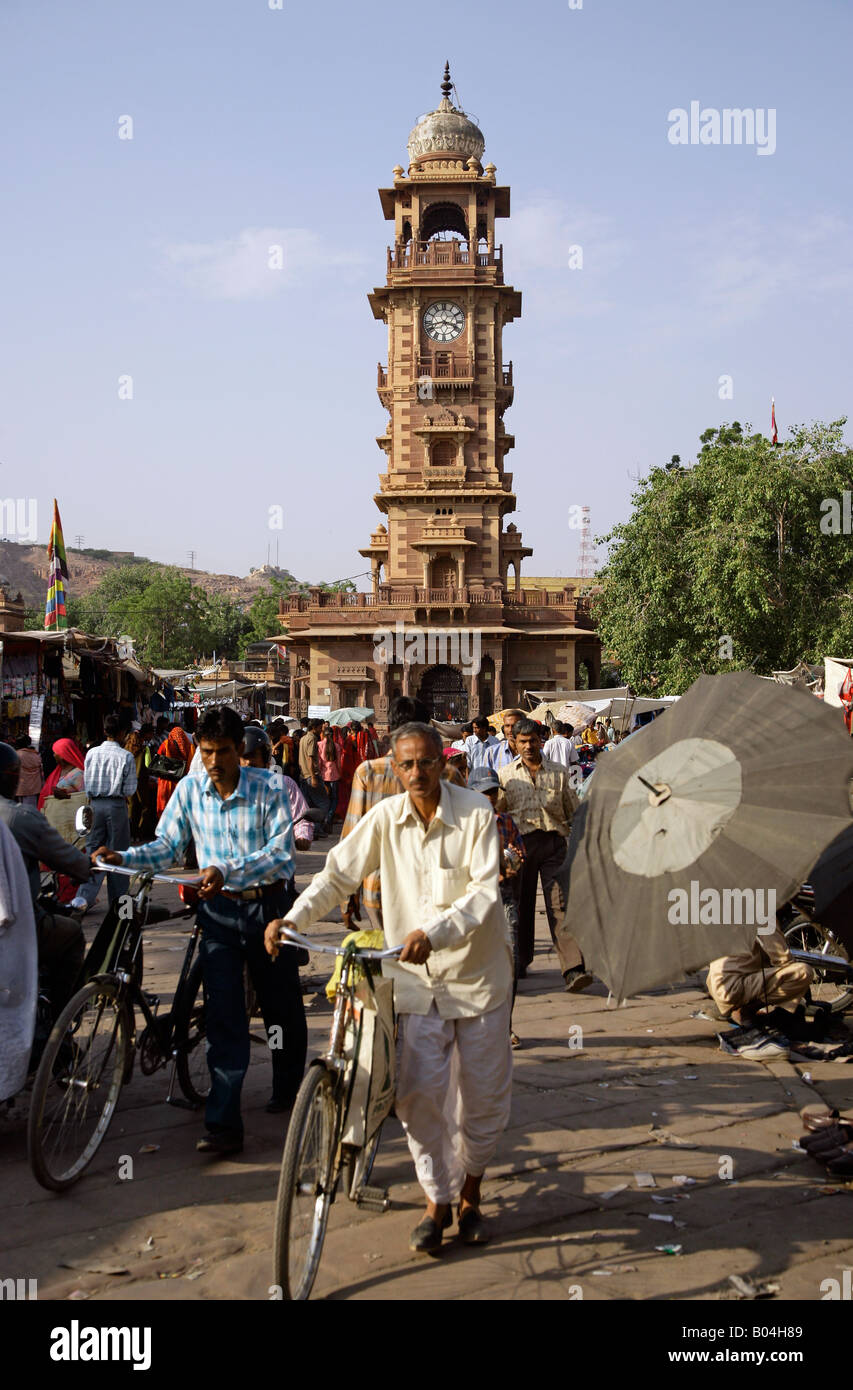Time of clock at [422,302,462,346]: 3:42
